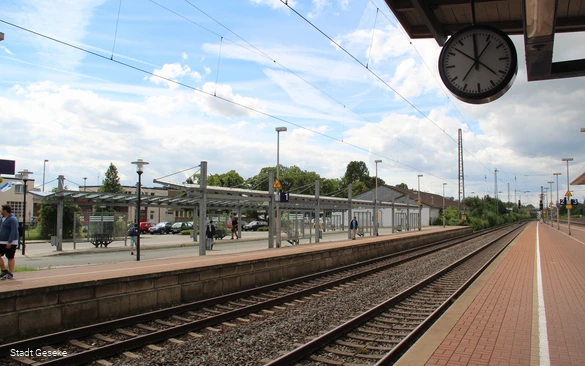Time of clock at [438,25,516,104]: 12:06
